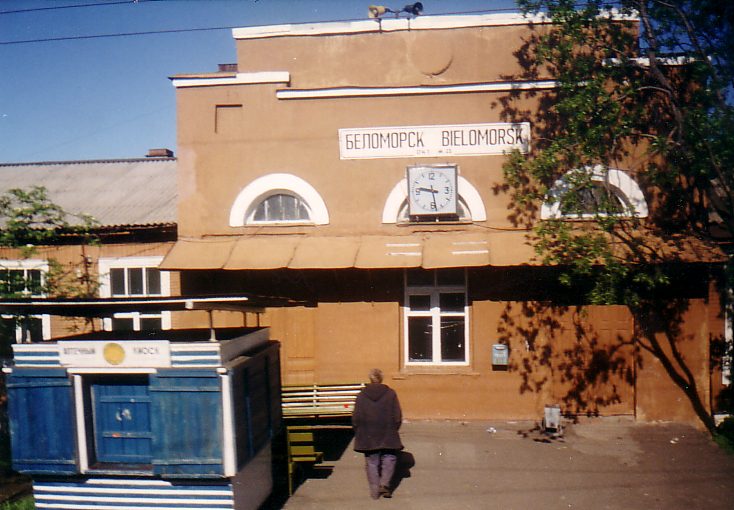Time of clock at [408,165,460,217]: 9:28
